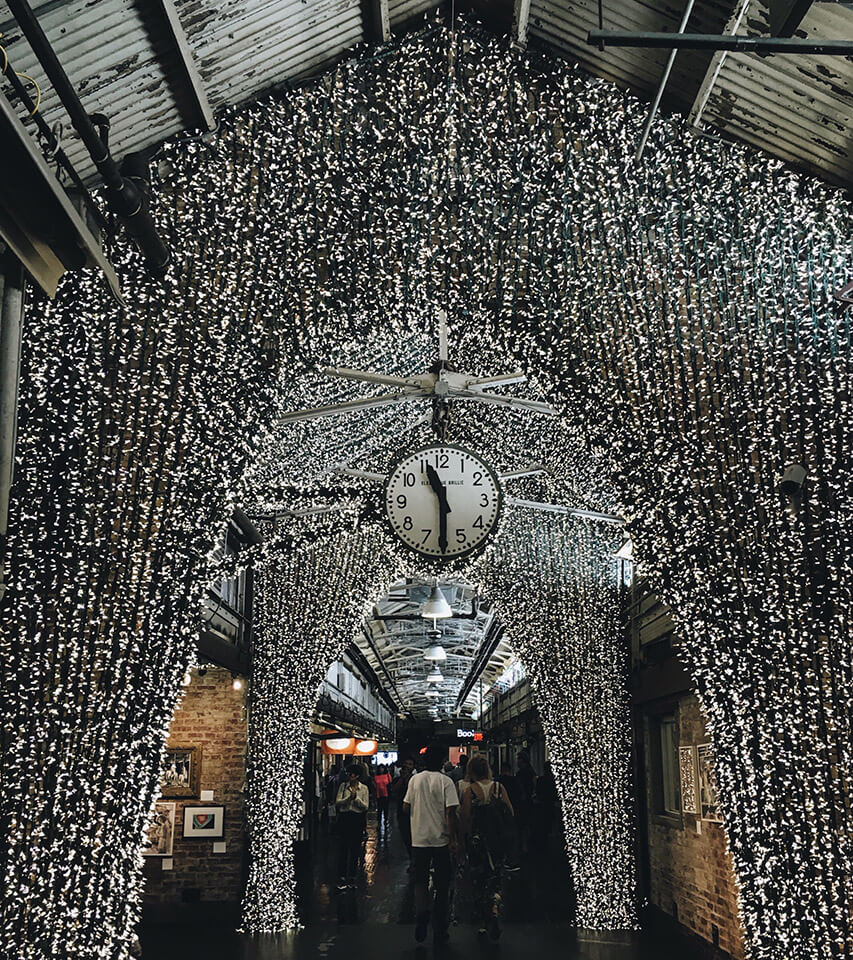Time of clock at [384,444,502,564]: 11:29
